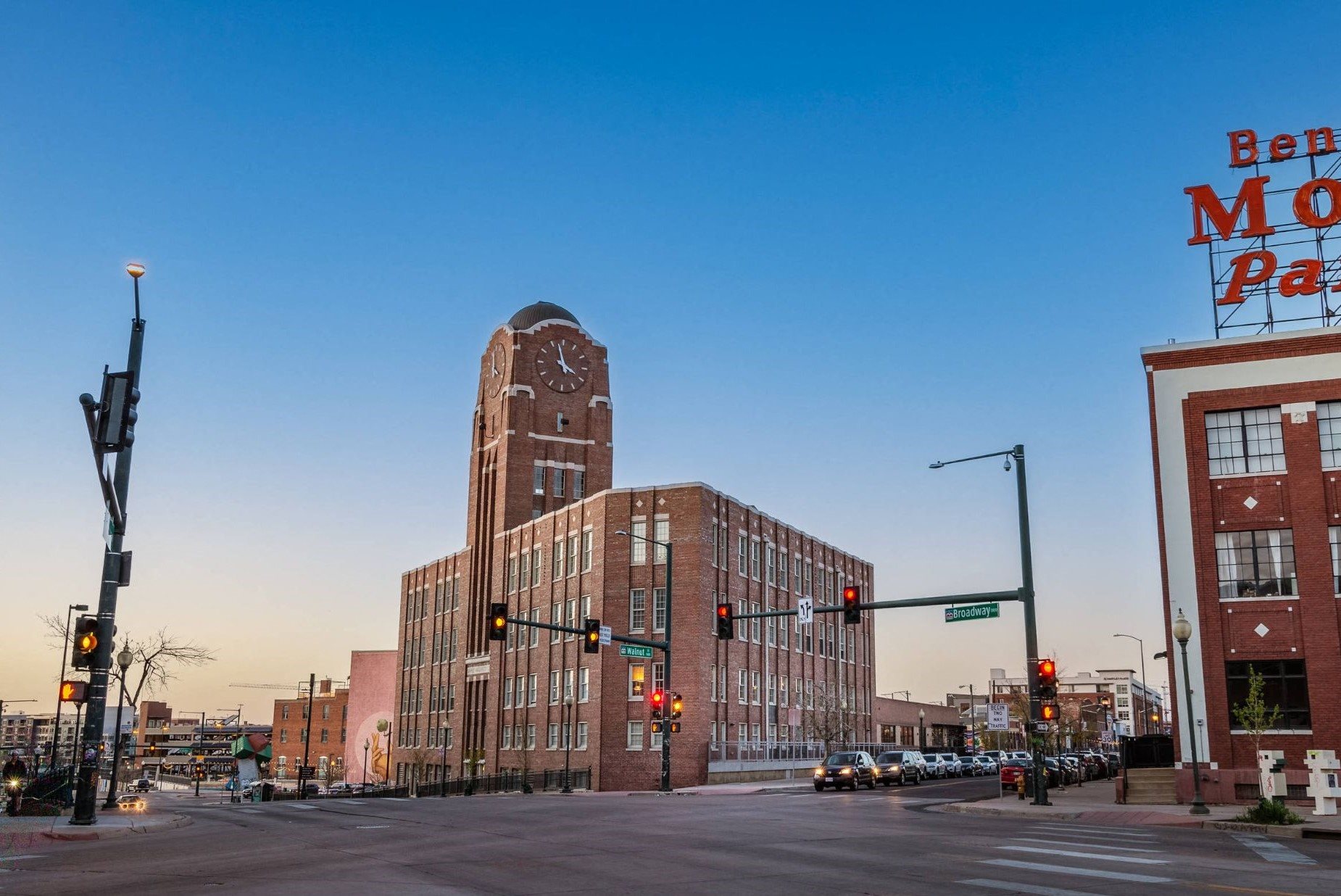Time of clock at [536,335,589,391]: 3:57
